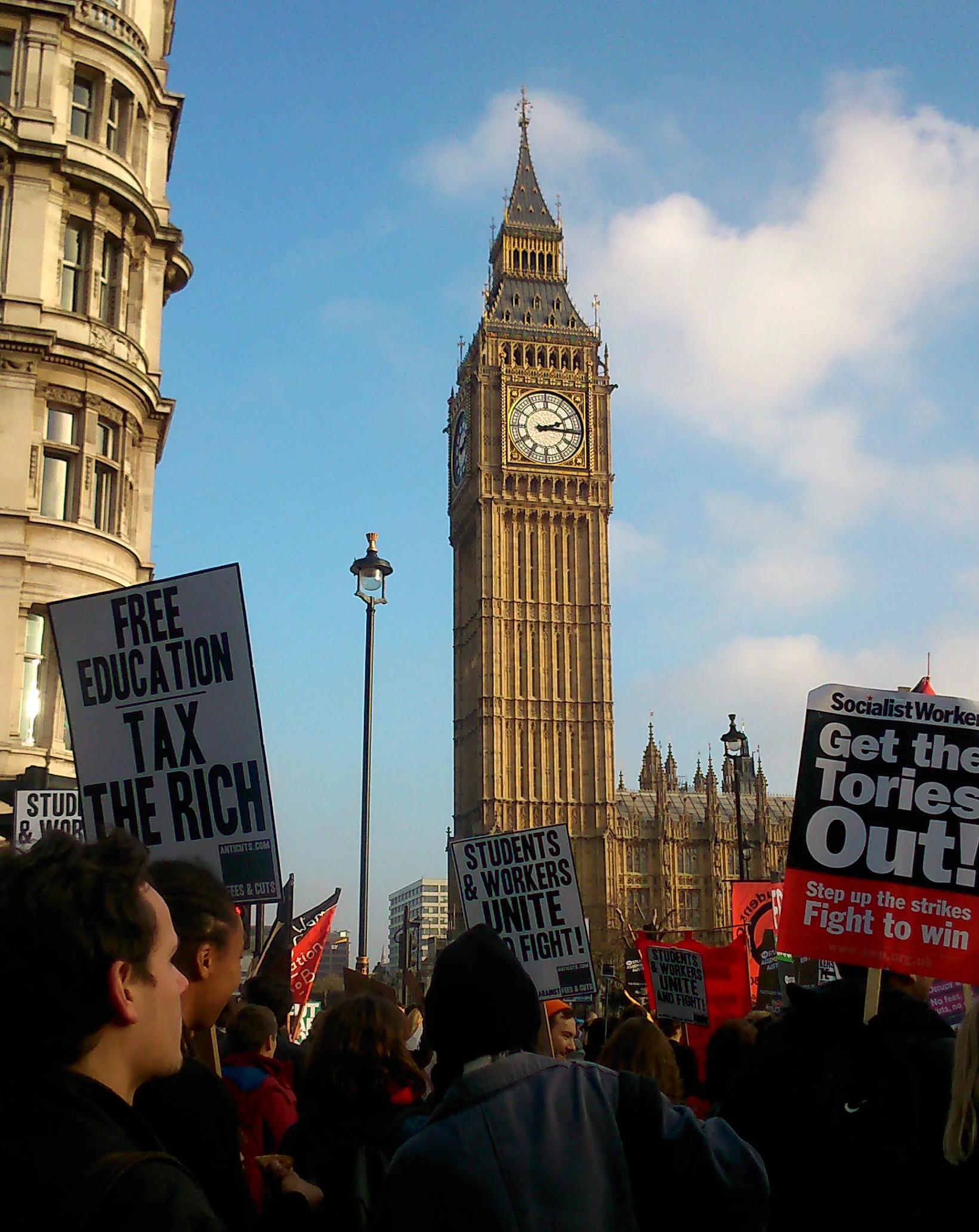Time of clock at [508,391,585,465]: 2:15
